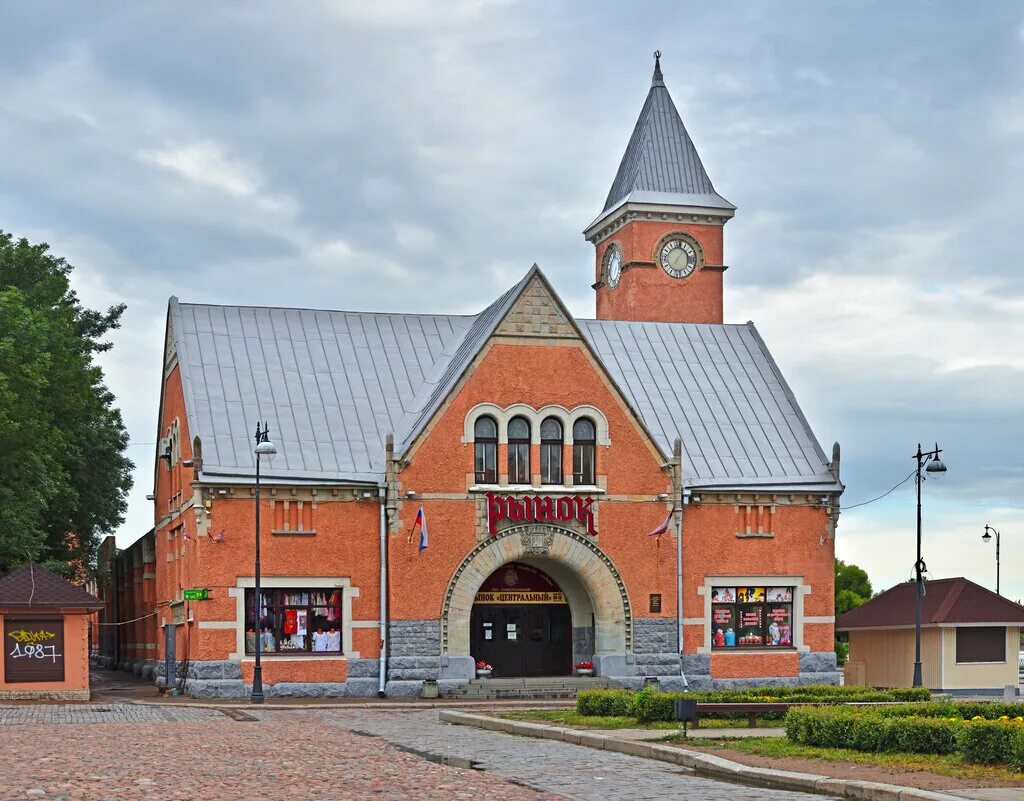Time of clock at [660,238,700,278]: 7:06
